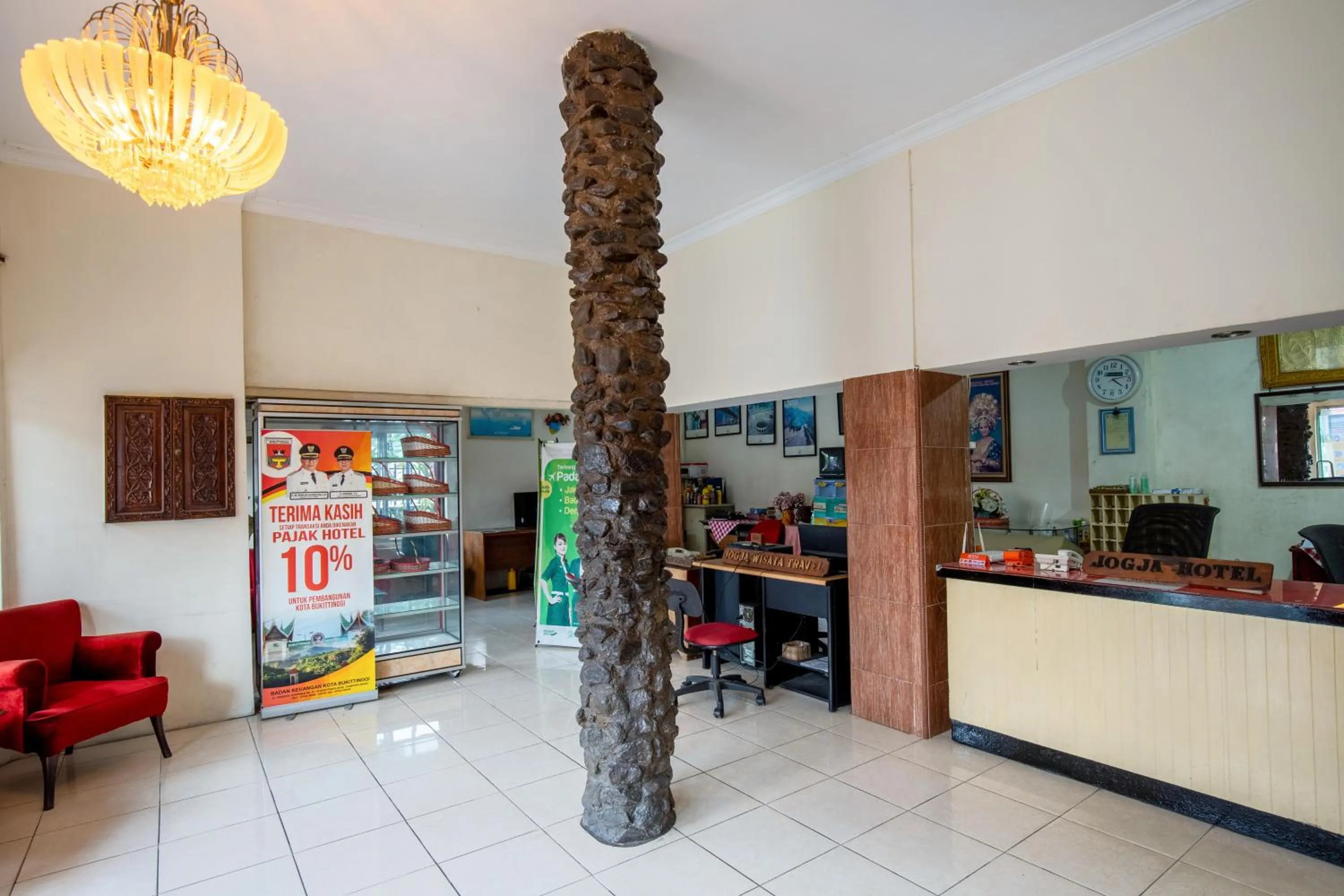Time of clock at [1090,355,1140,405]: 4:13
